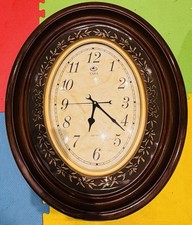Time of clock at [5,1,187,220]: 6:21
